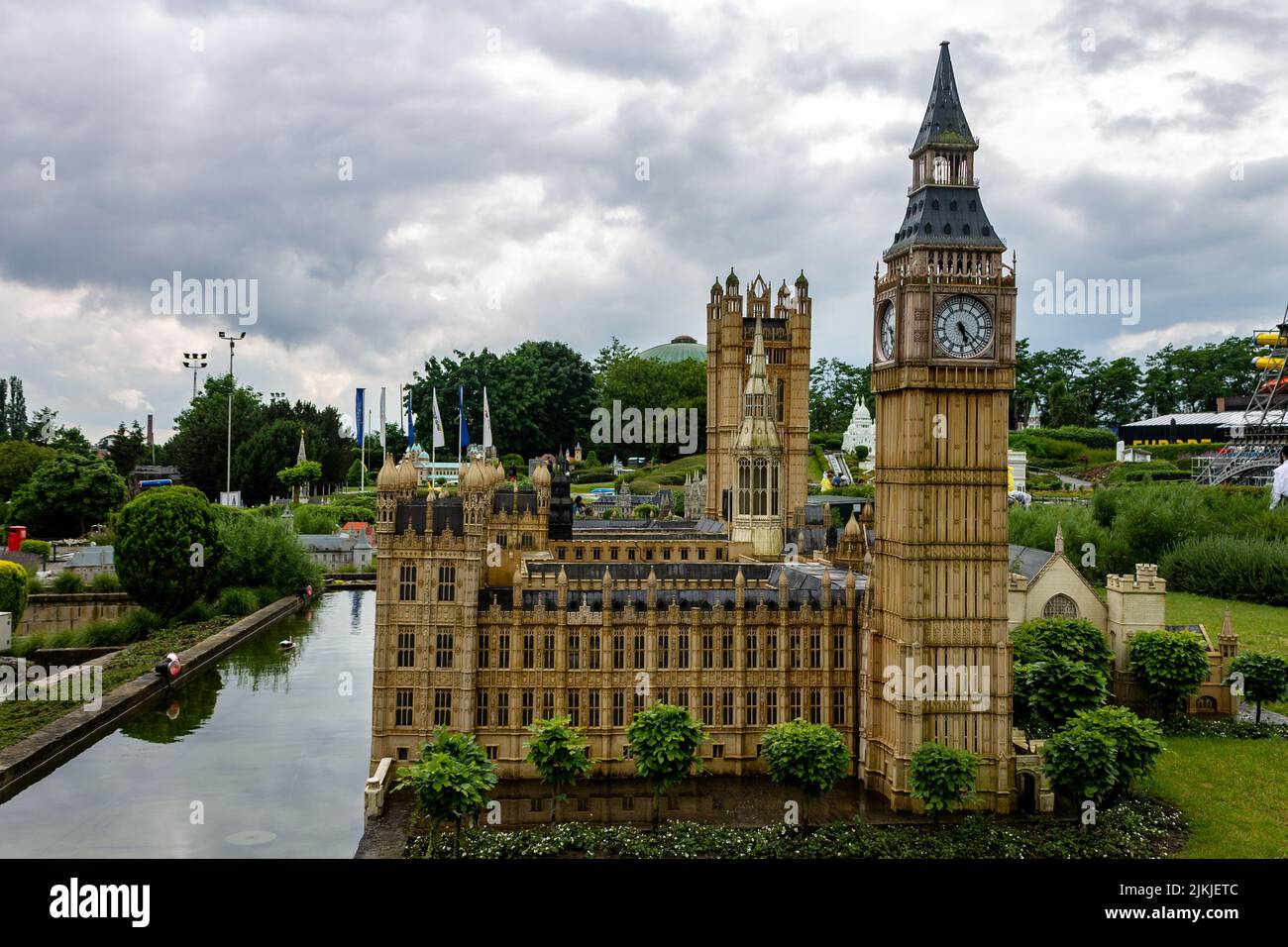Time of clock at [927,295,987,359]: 5:22
